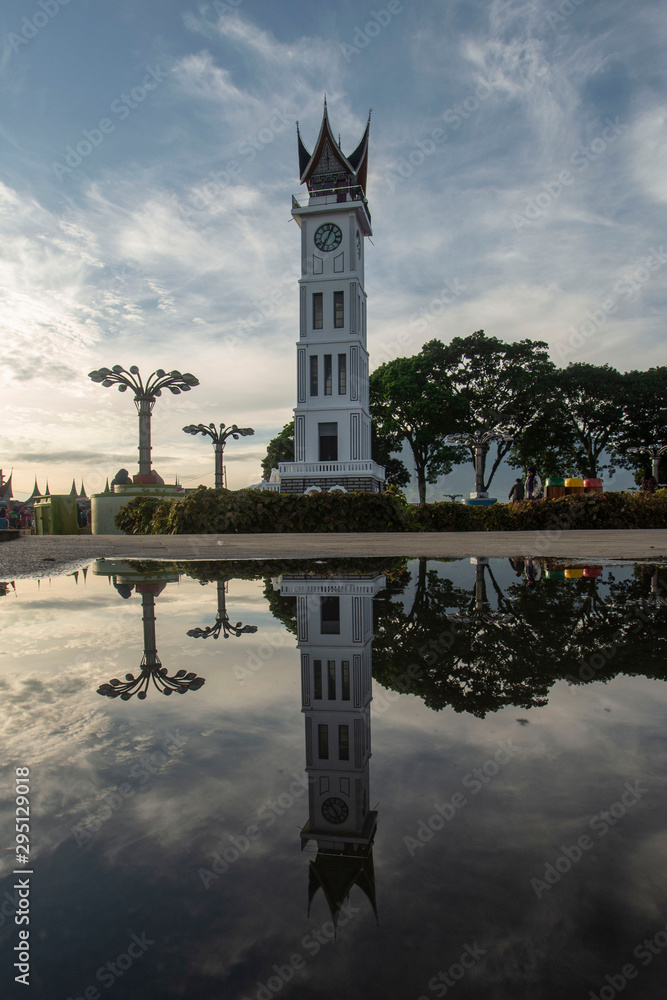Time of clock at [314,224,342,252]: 7:04
